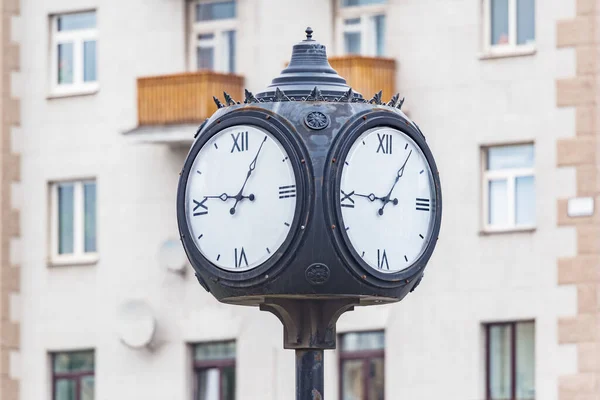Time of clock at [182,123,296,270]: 9:04
